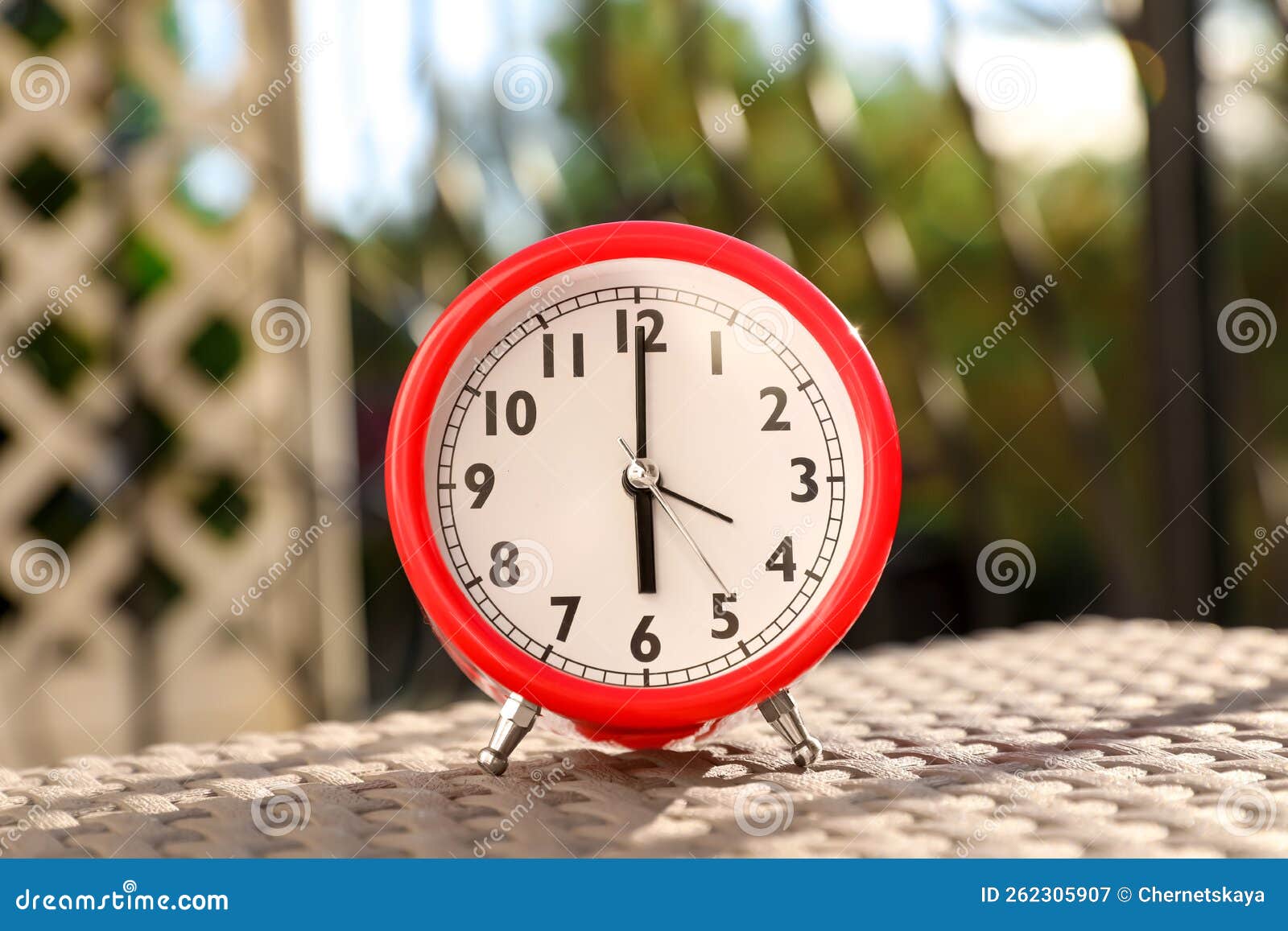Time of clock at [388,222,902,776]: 6:00
